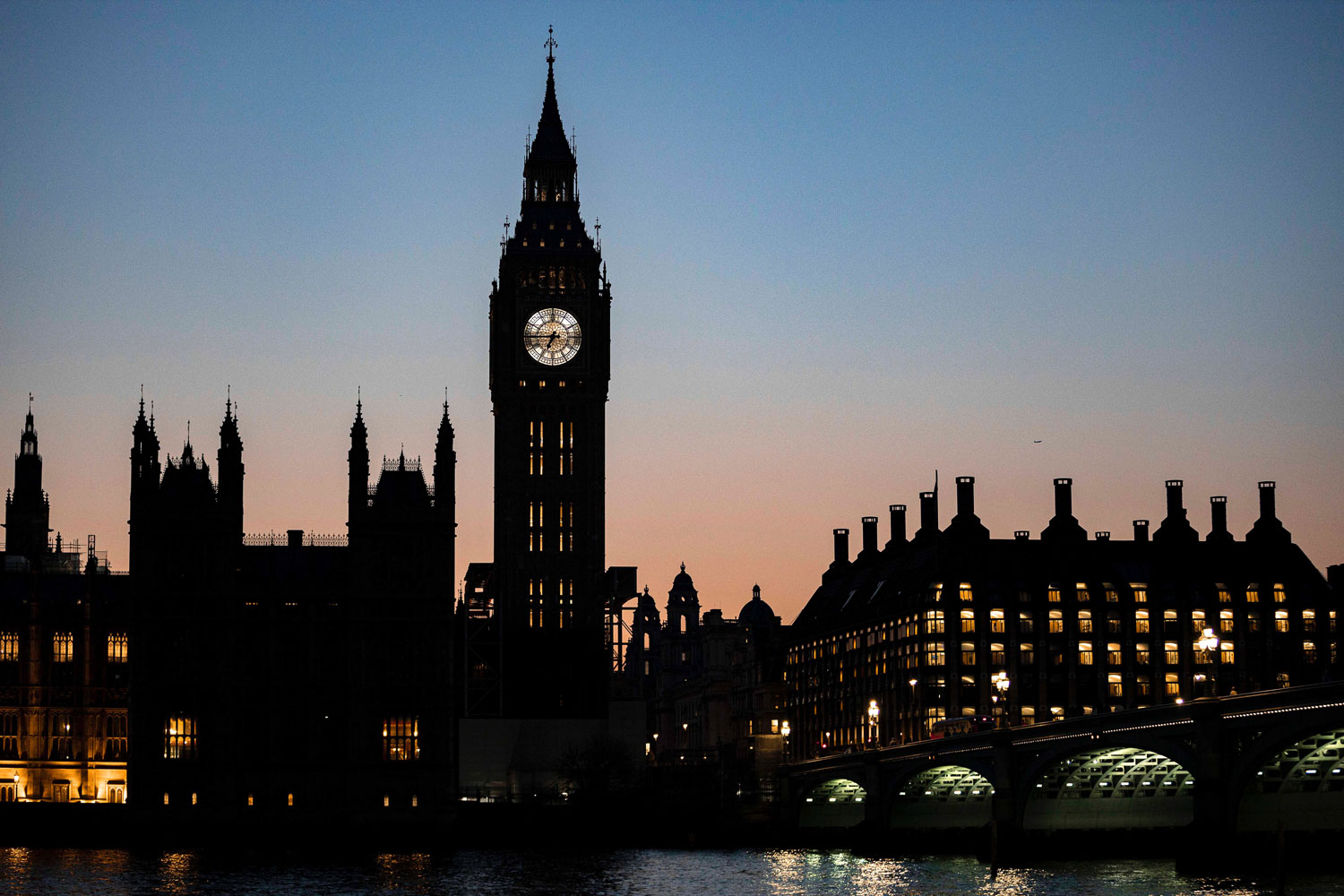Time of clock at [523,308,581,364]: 6:44
